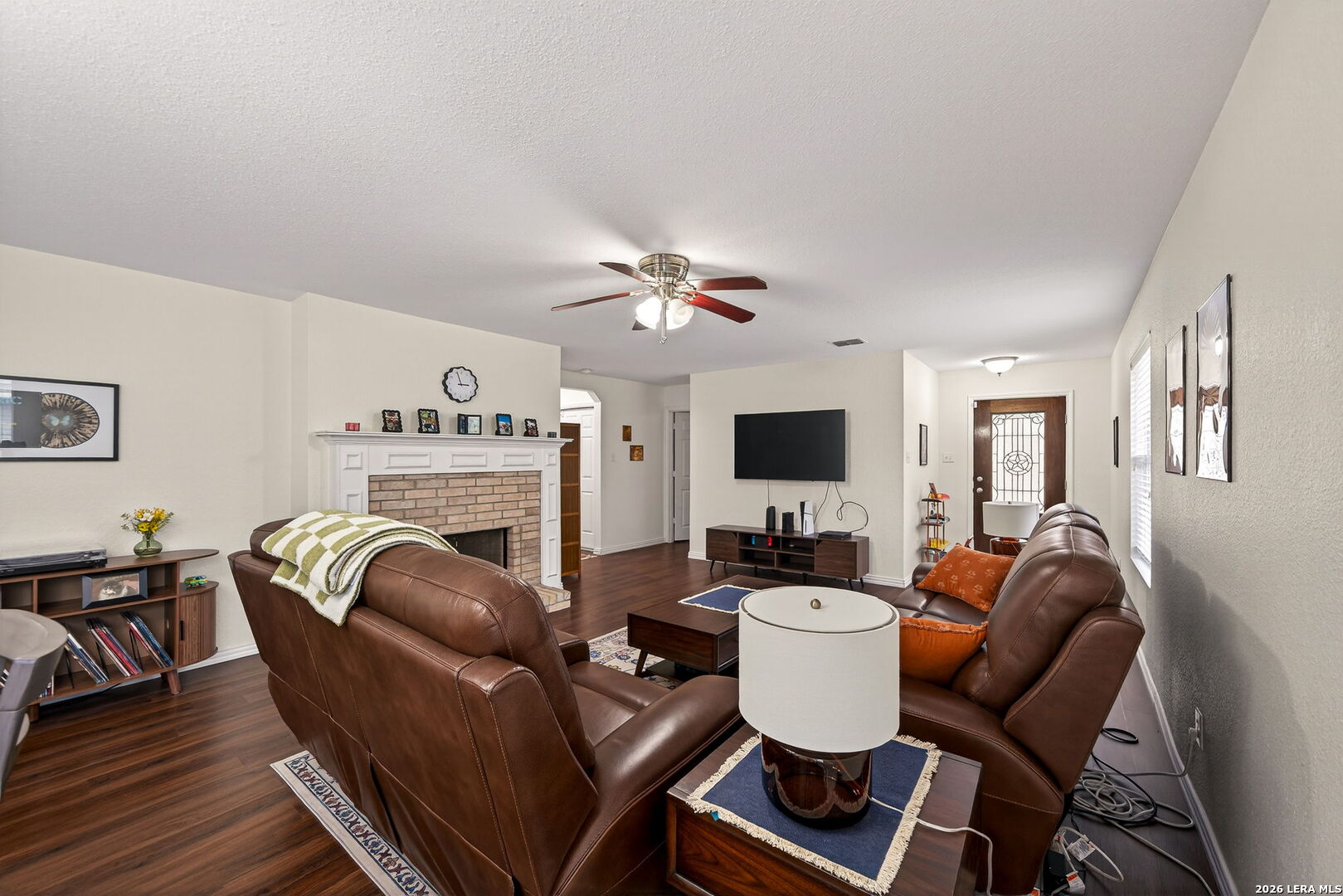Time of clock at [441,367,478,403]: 2:58
